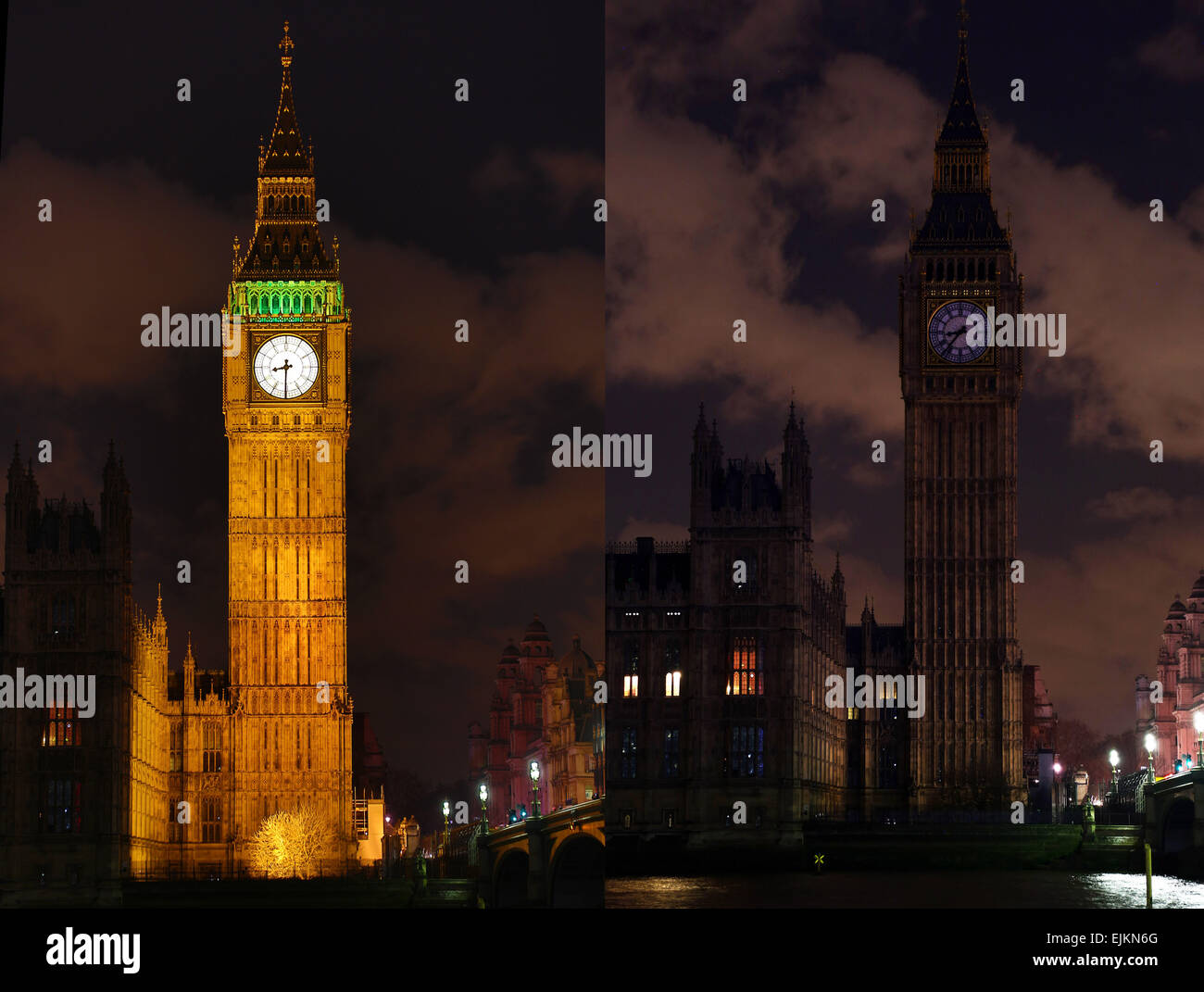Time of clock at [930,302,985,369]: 8:37
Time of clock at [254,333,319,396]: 8:30
